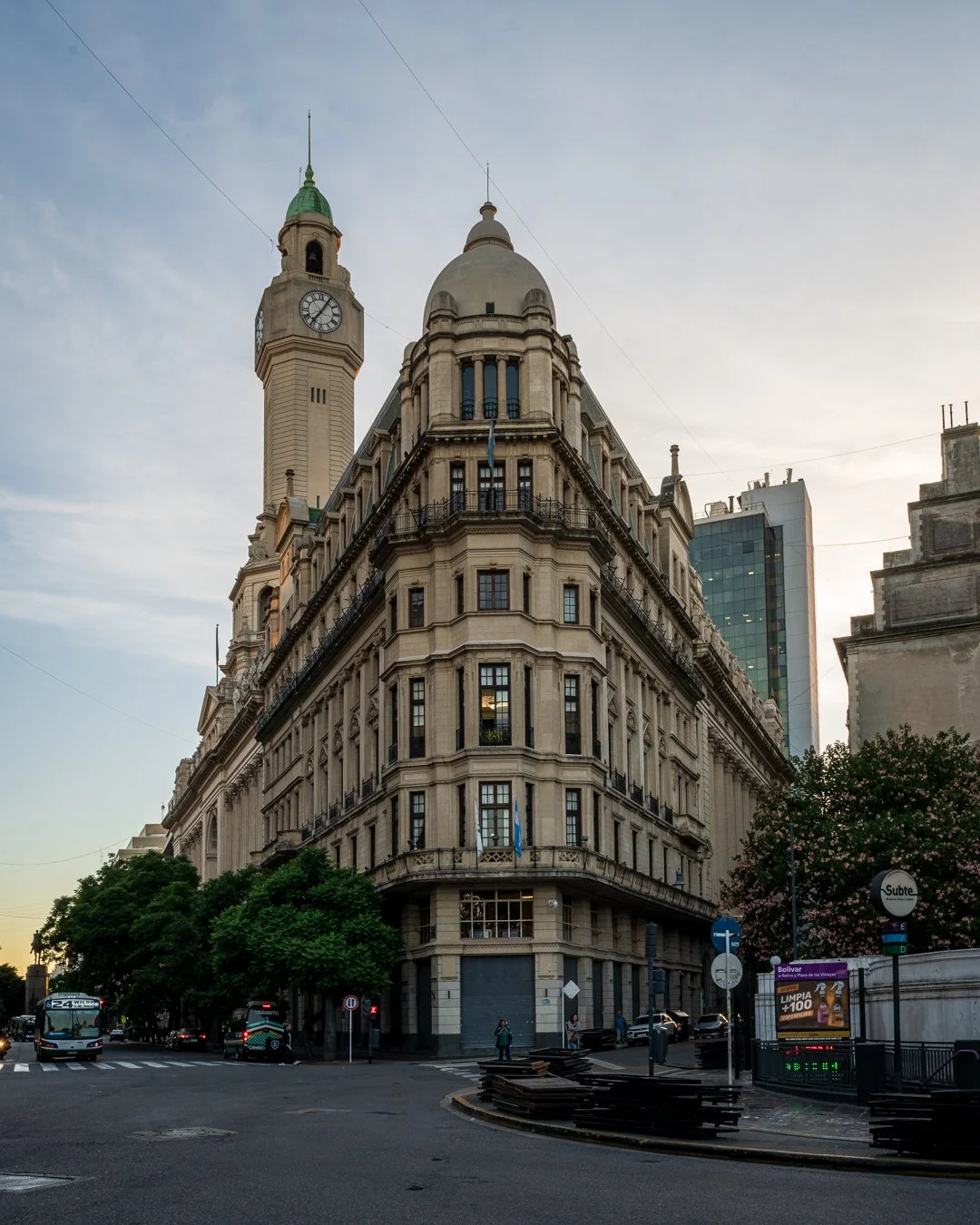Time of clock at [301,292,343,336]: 7:05
